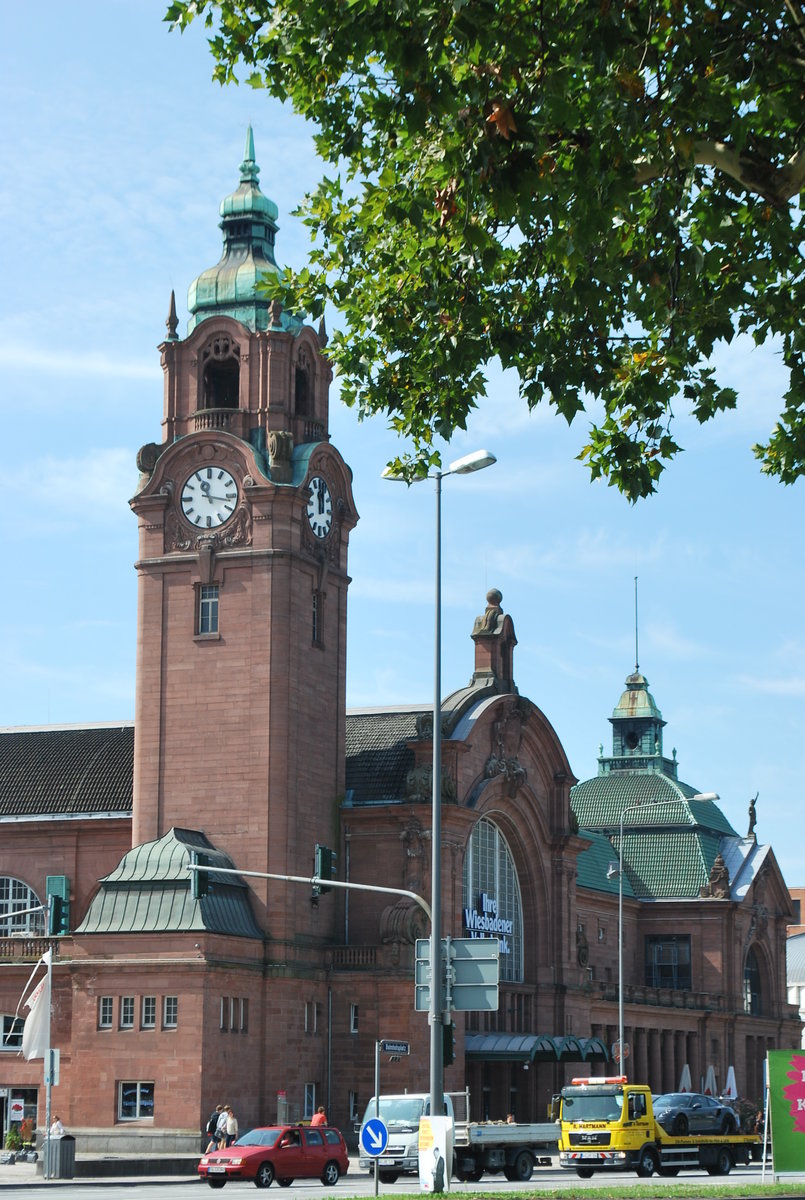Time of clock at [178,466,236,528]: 11:16
